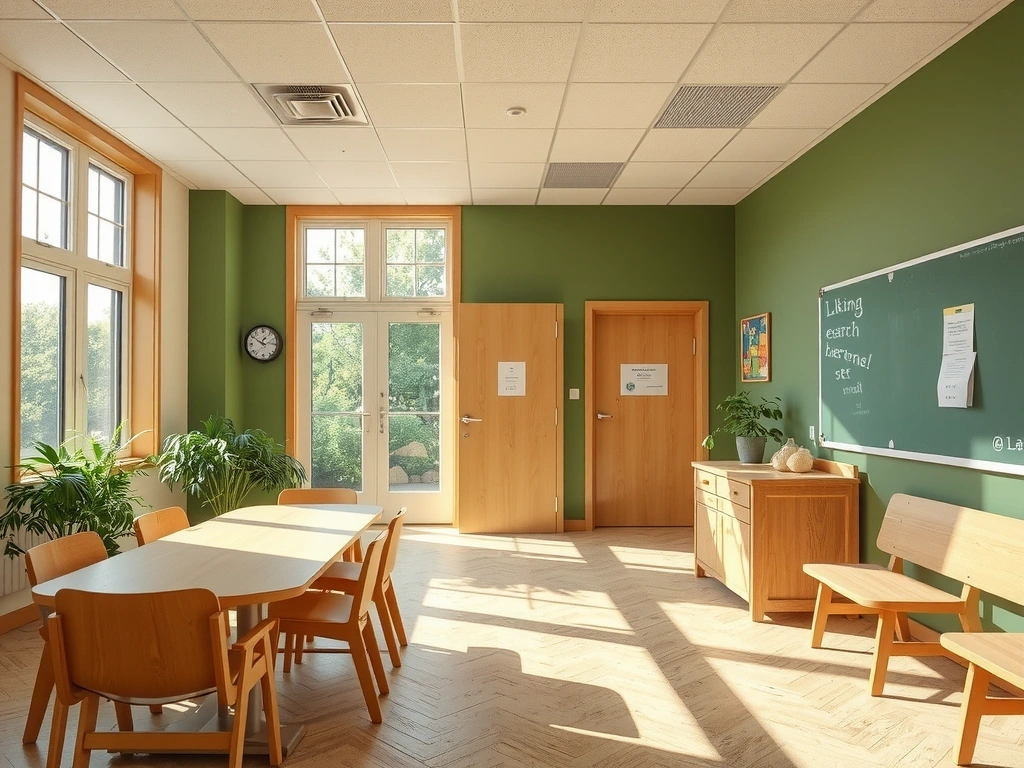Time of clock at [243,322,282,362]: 12:50
